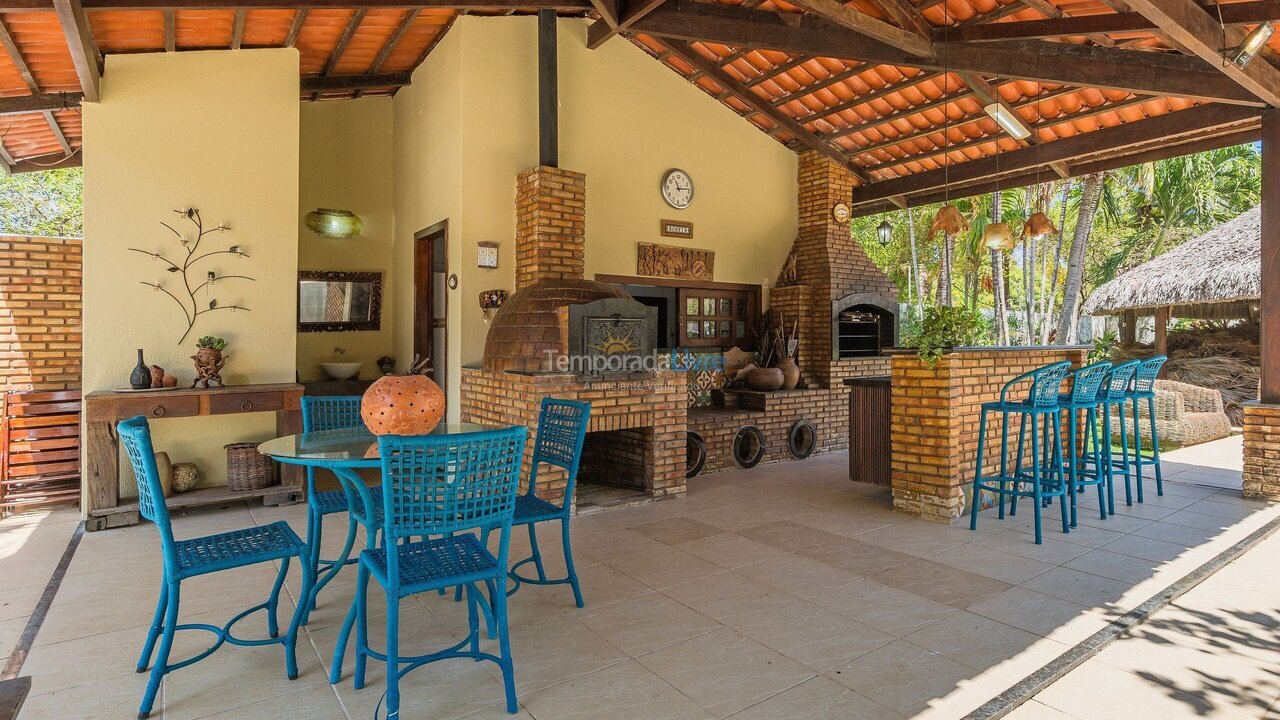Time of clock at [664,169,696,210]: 11:13
